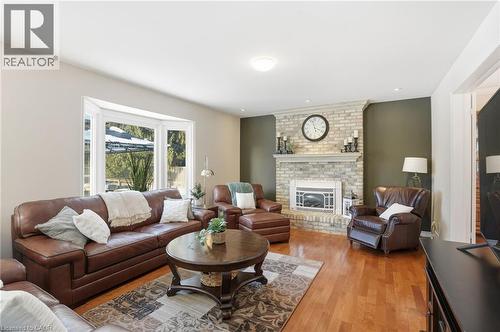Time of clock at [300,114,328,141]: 3:57
